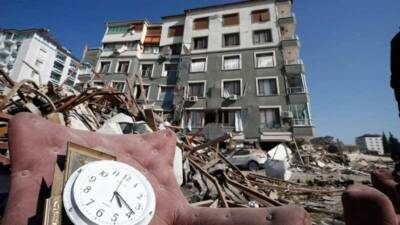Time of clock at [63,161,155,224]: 5:23
